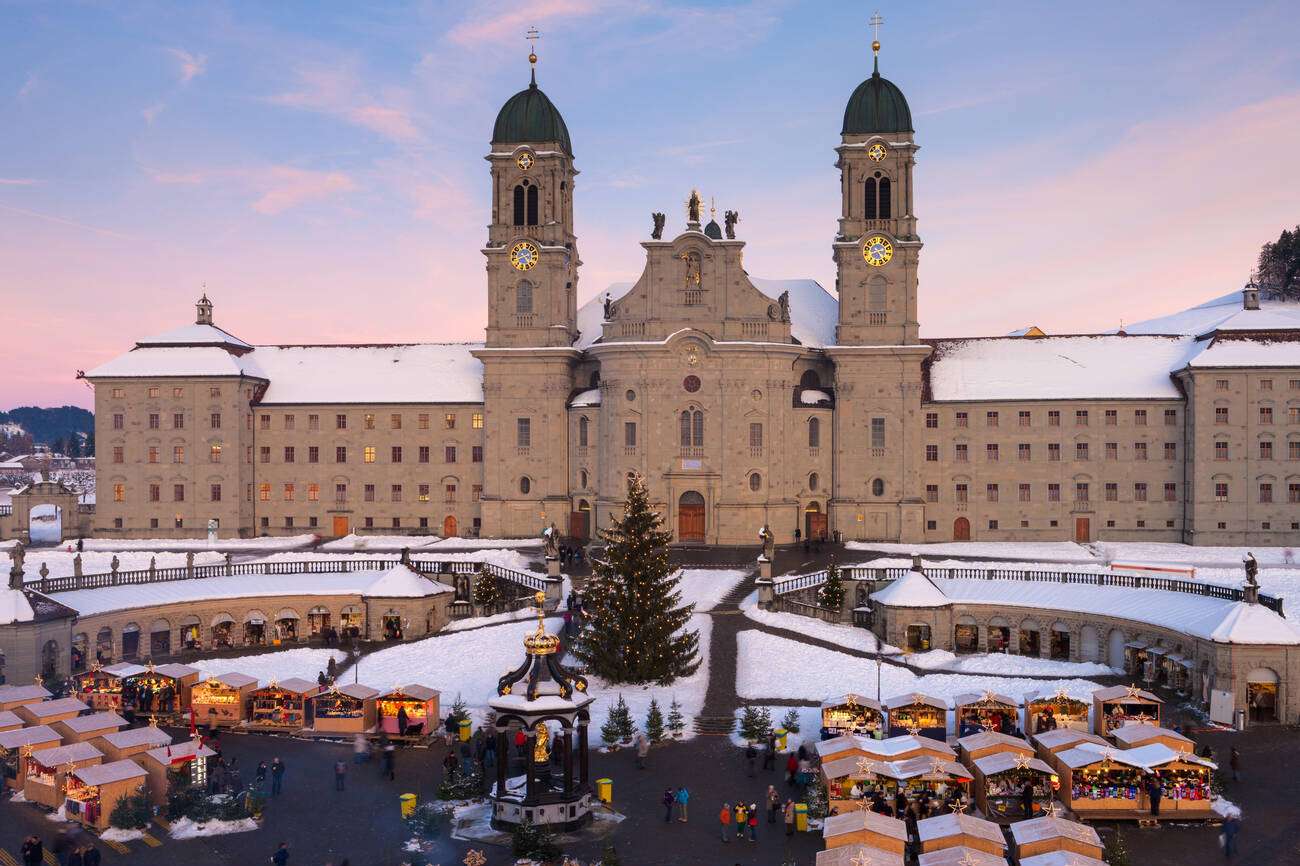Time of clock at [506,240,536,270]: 4:40
